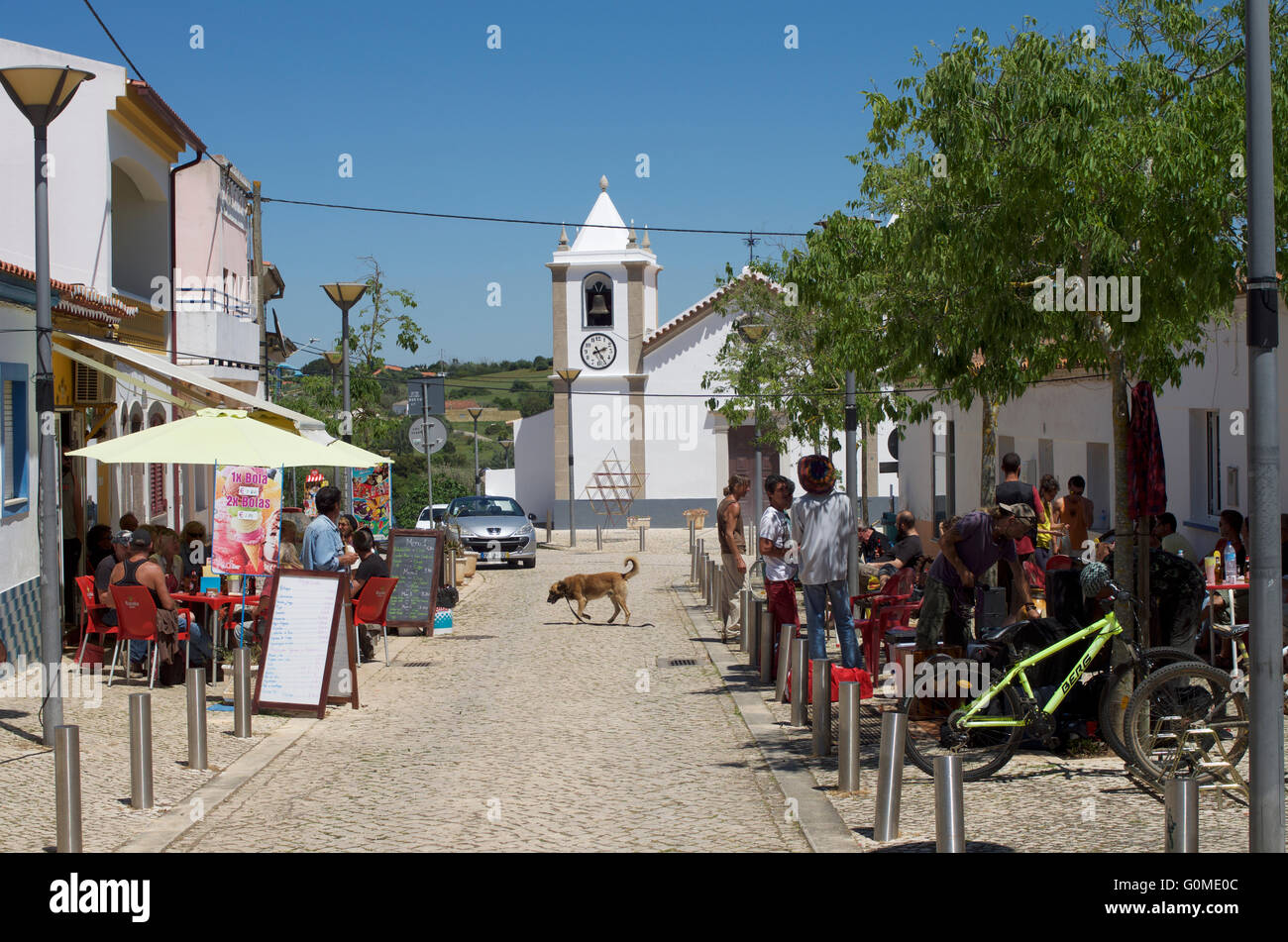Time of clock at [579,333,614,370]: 2:24
